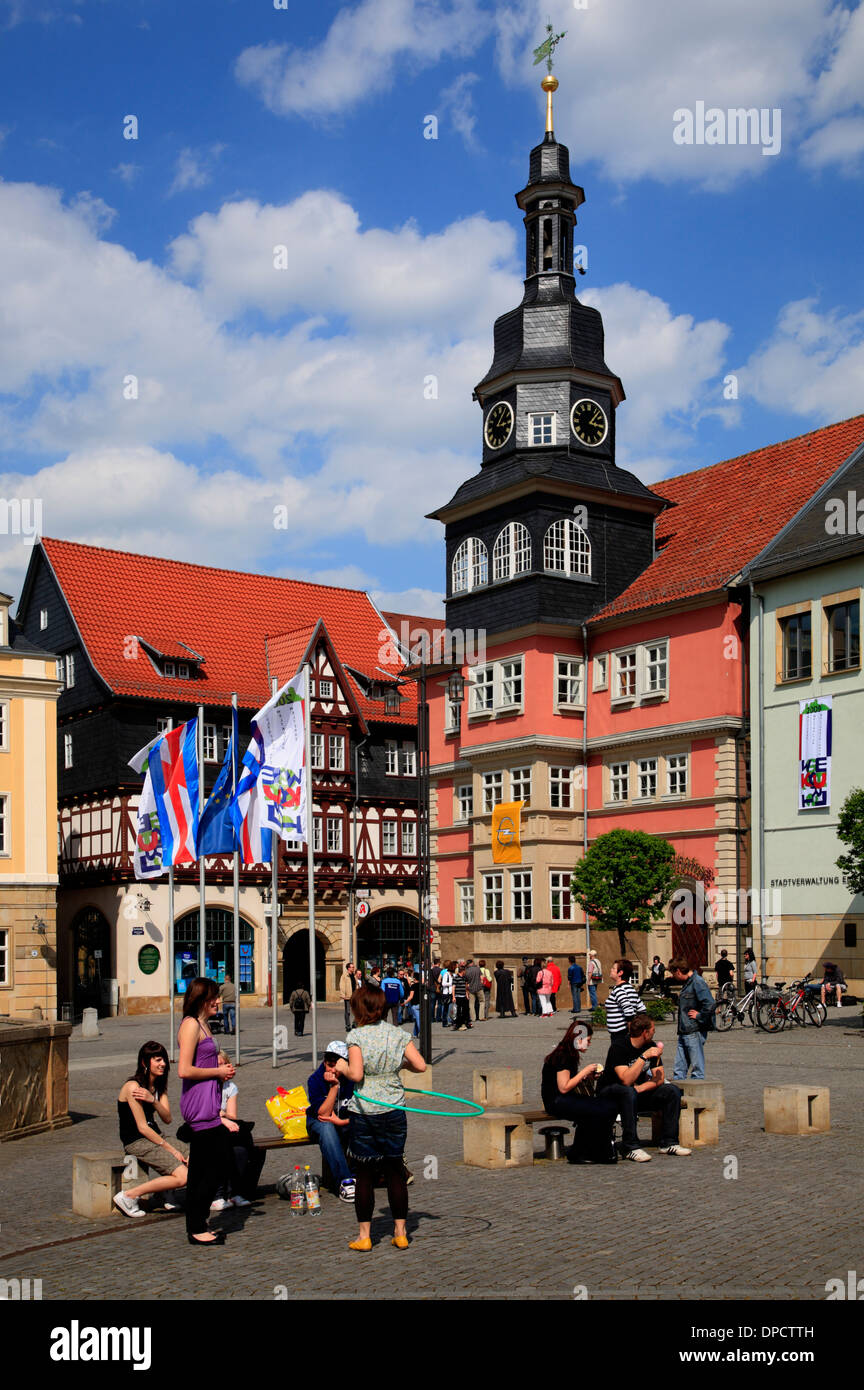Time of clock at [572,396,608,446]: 3:07
